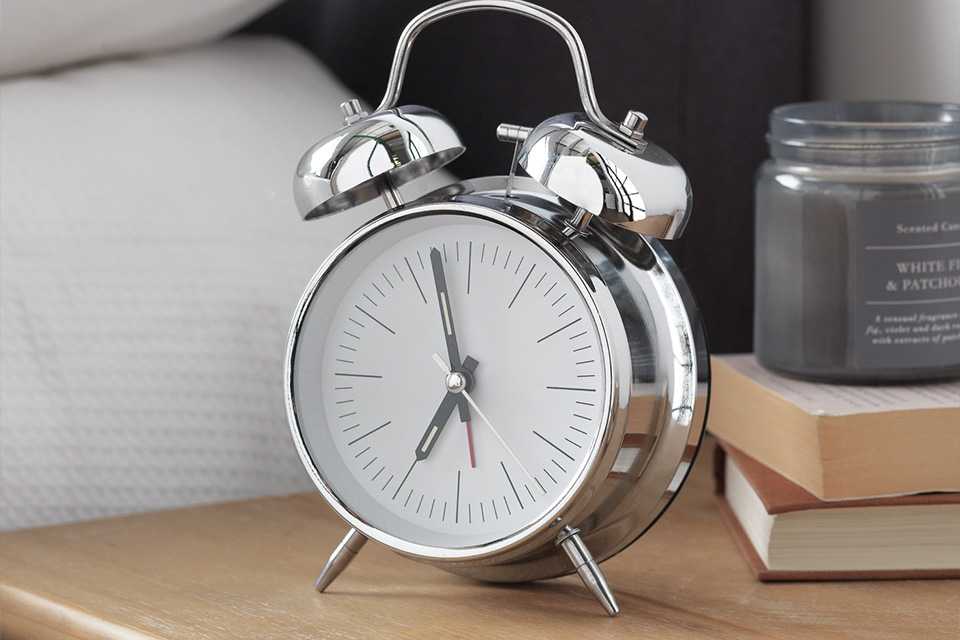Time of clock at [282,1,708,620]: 6:58
